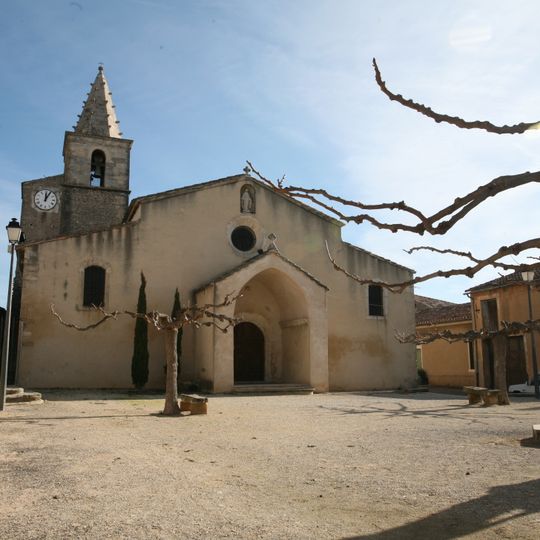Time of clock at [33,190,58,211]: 12:04
